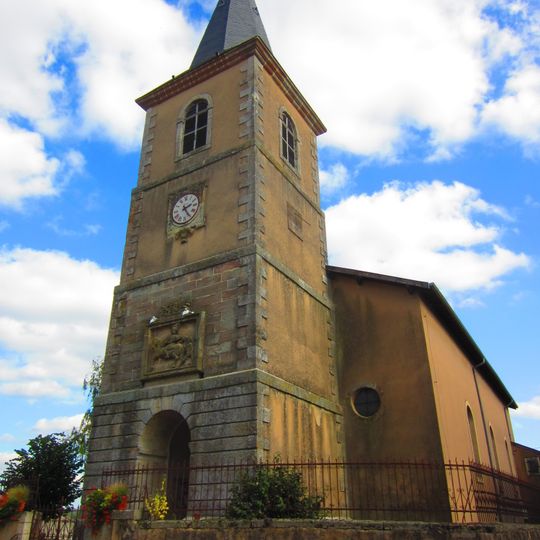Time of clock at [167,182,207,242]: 2:24
